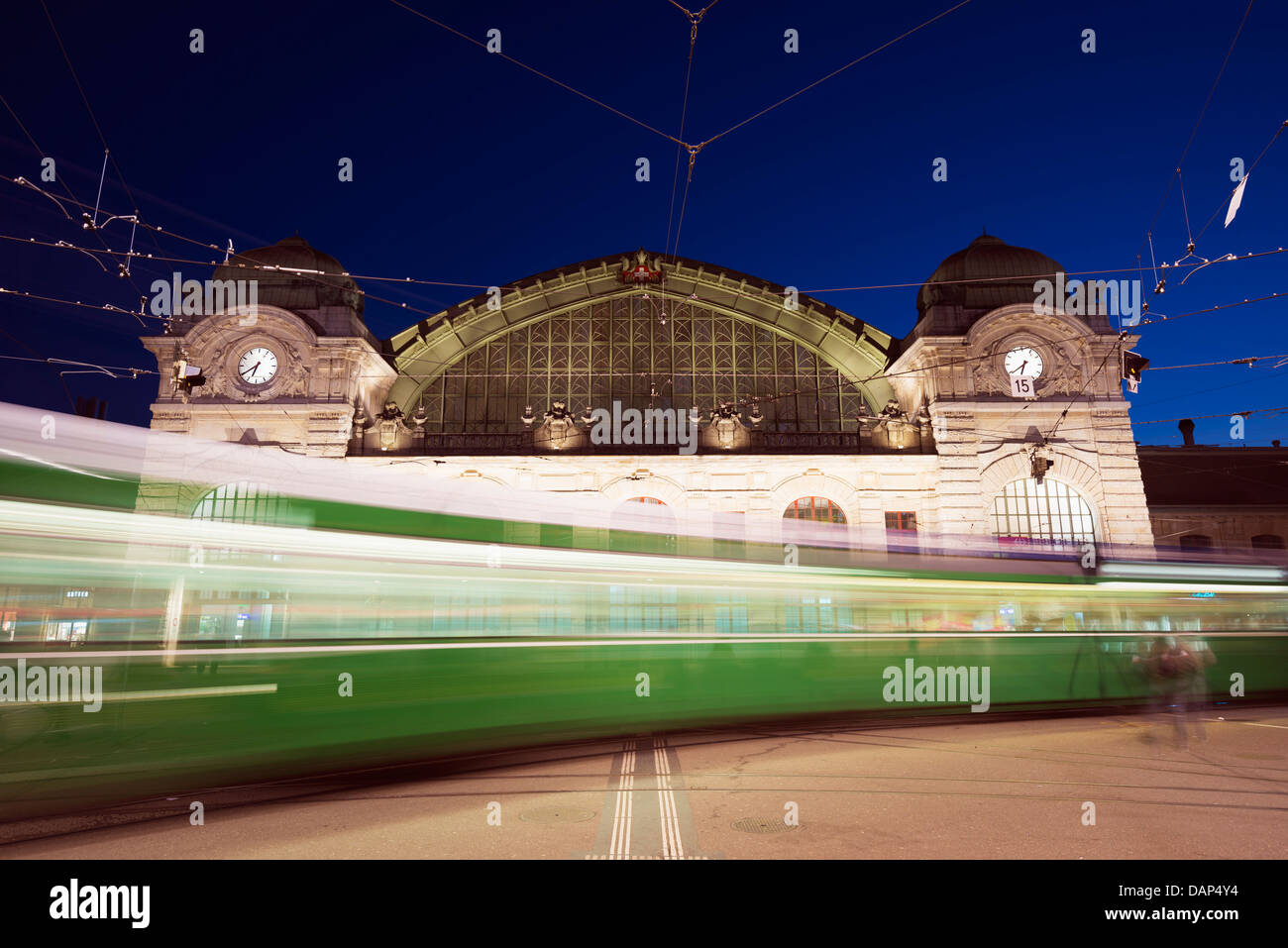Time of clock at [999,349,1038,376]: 6:39
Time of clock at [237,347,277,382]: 6:39
